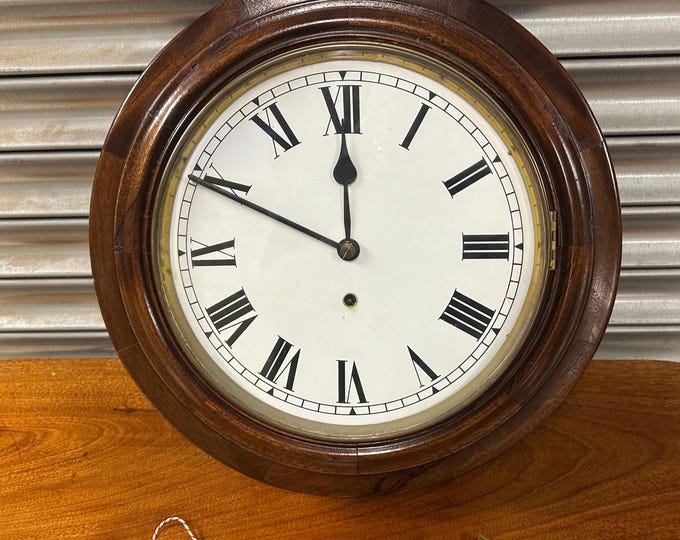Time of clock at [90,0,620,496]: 11:49
